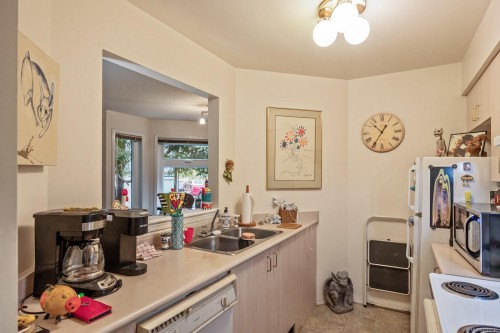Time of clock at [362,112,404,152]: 12:52
